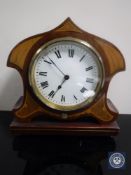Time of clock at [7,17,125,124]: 6:51
